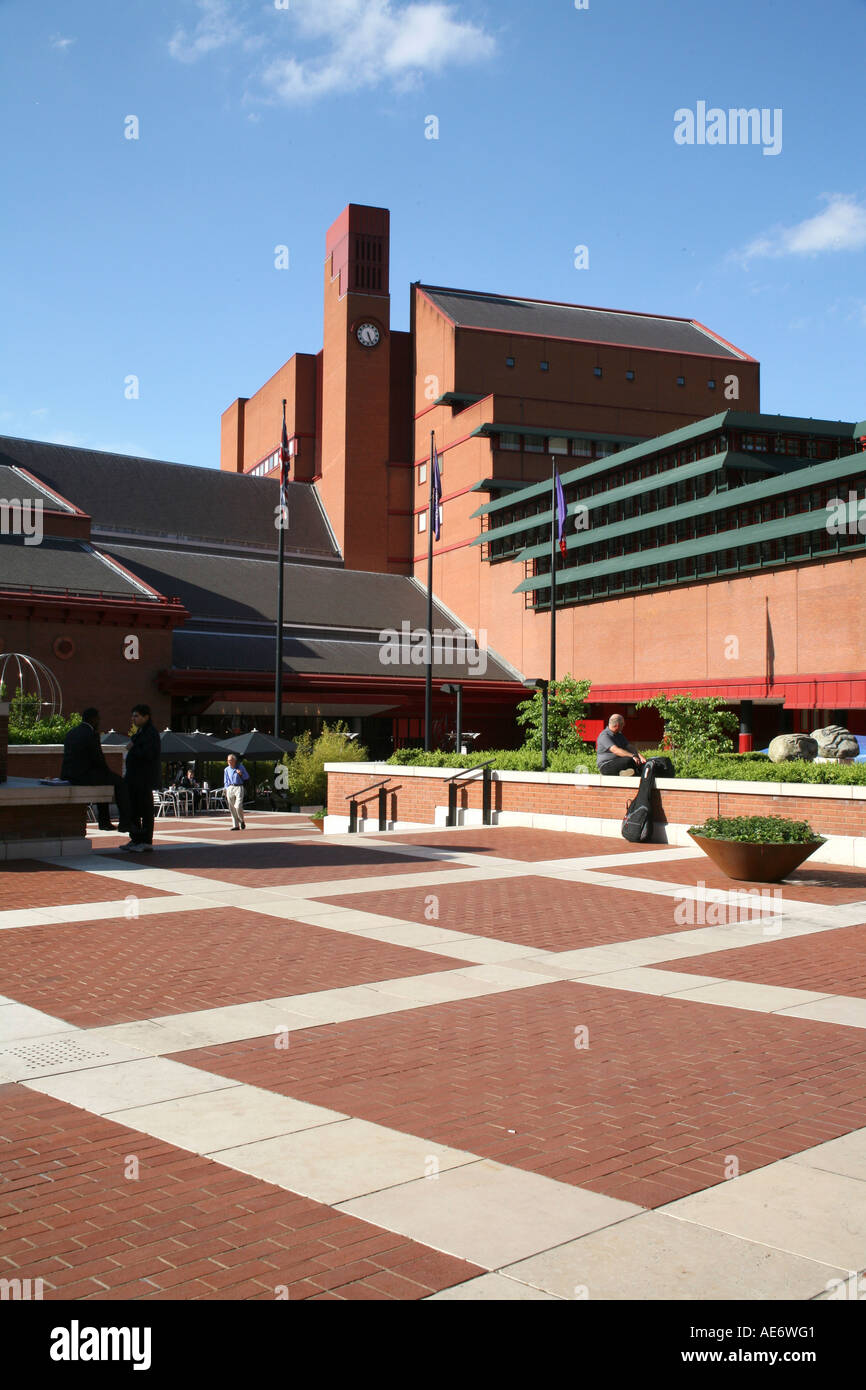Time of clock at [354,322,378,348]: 5:26
